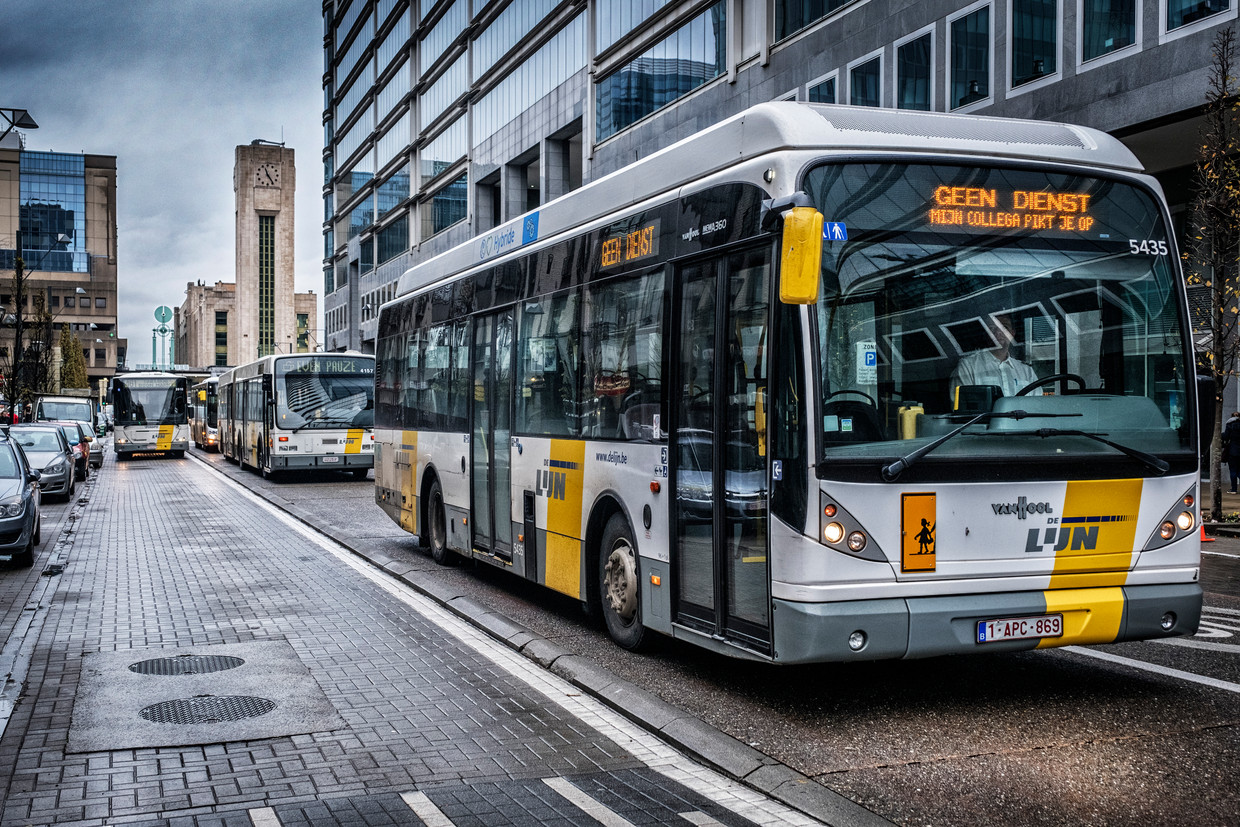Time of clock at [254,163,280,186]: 11:24
